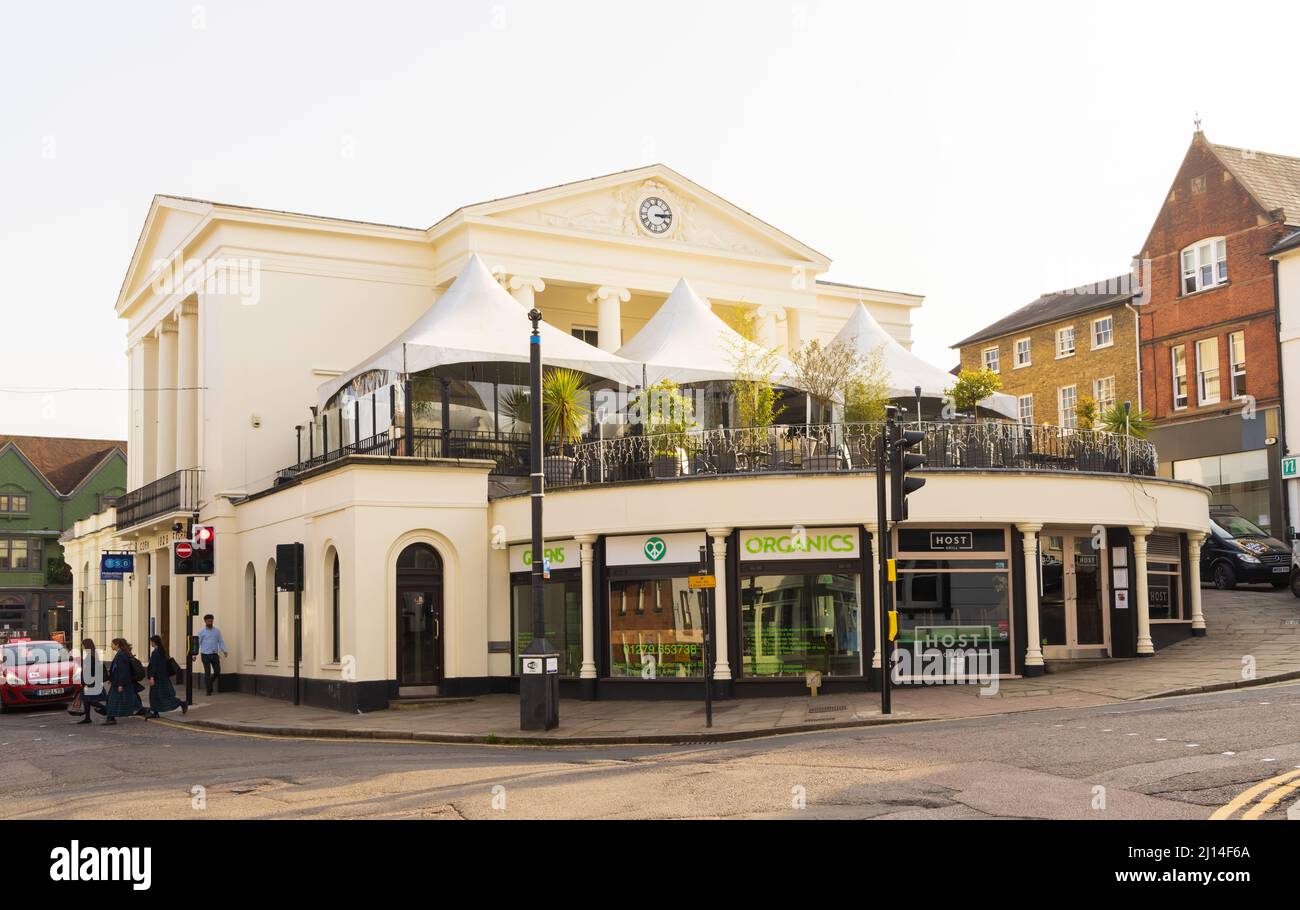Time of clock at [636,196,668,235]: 3:14
